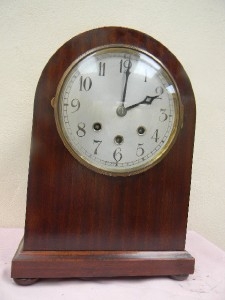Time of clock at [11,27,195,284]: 2:00
